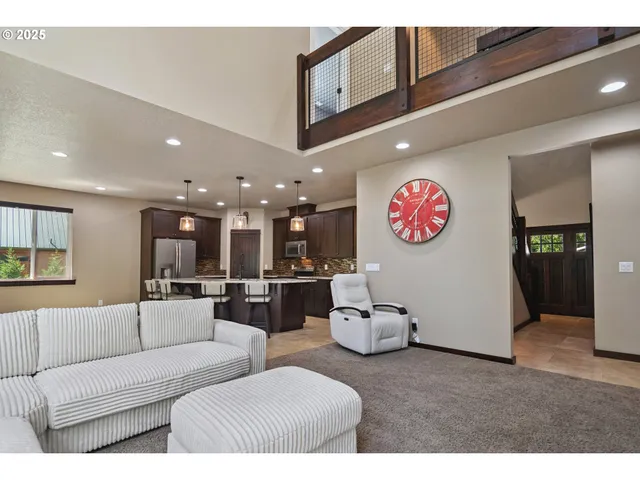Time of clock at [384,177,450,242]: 6:06
